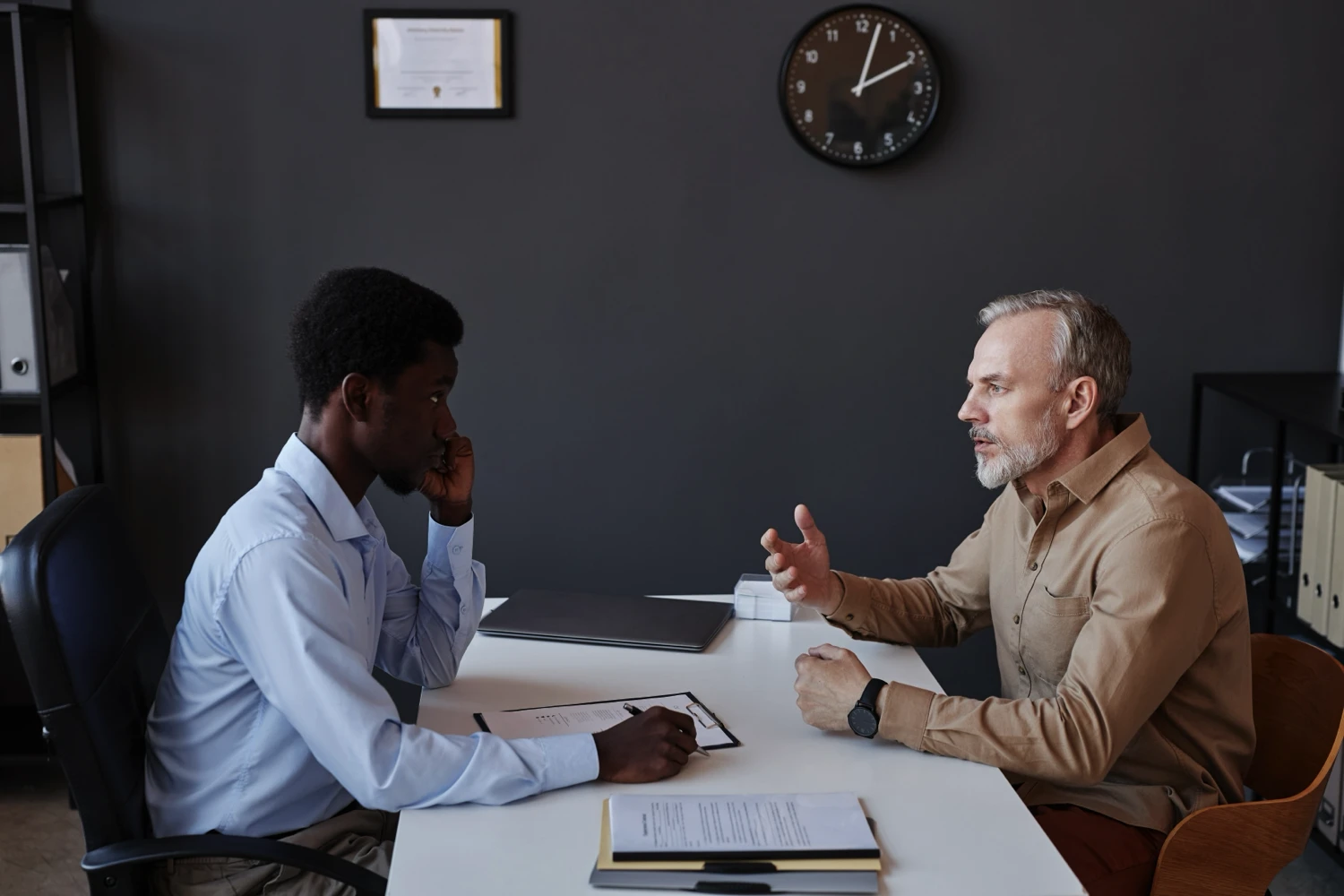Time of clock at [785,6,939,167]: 2:02
